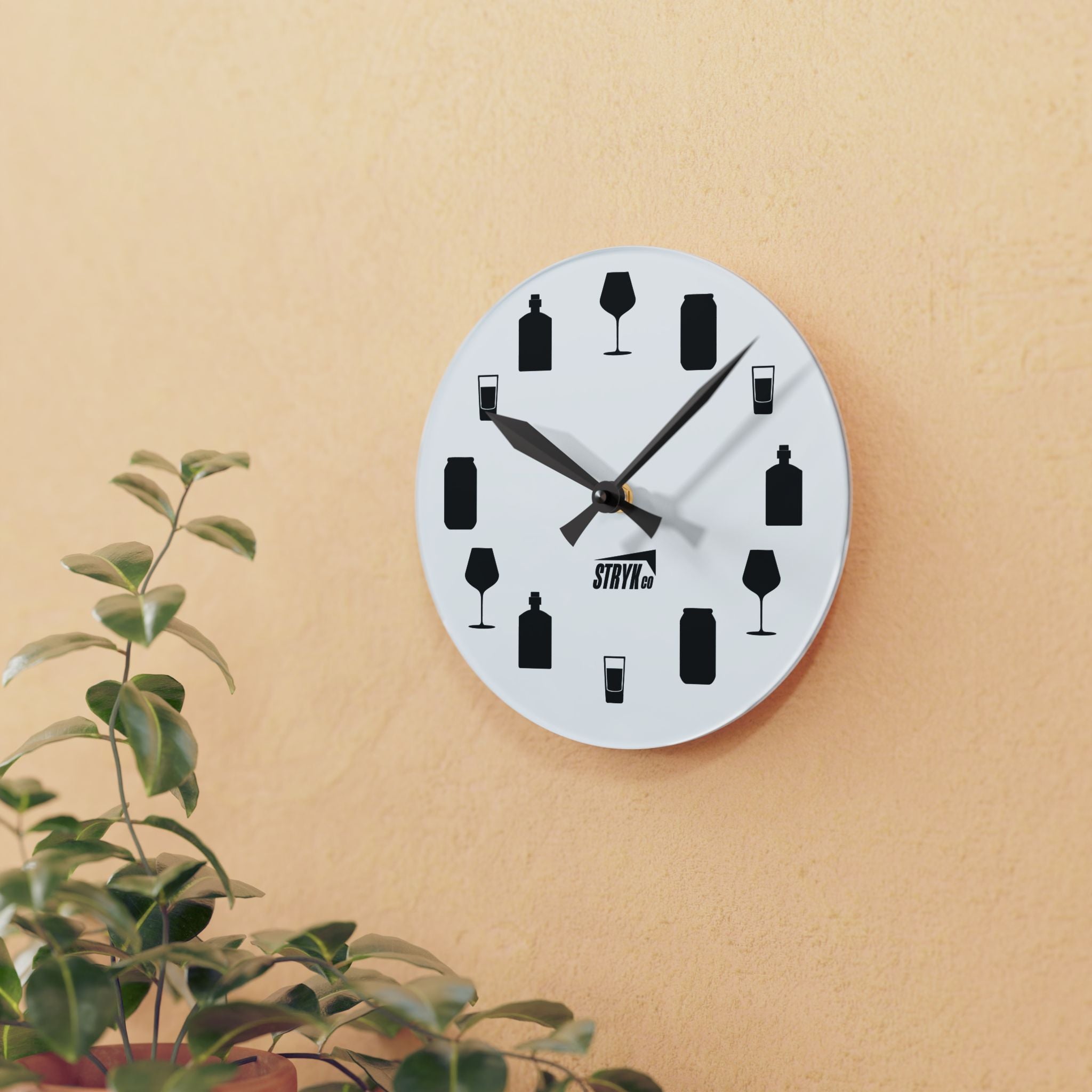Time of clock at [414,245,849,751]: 10:07
